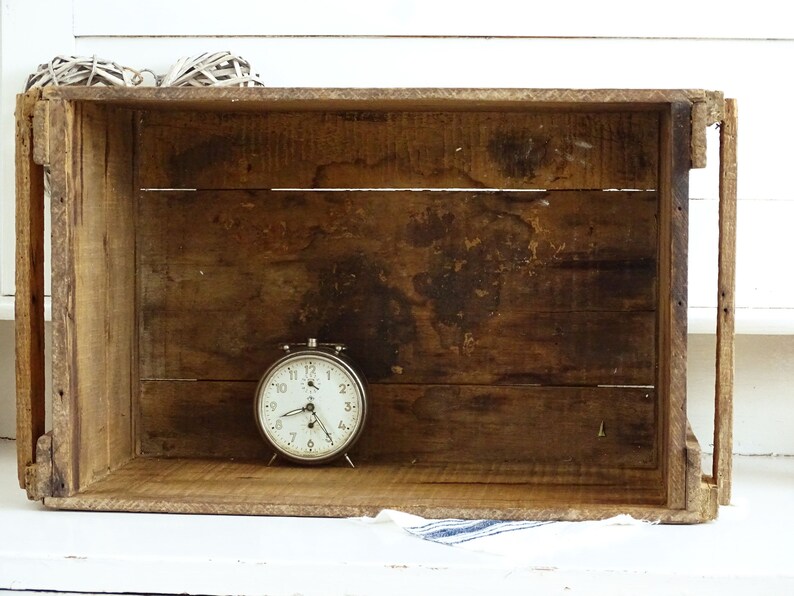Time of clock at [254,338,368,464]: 8:24
